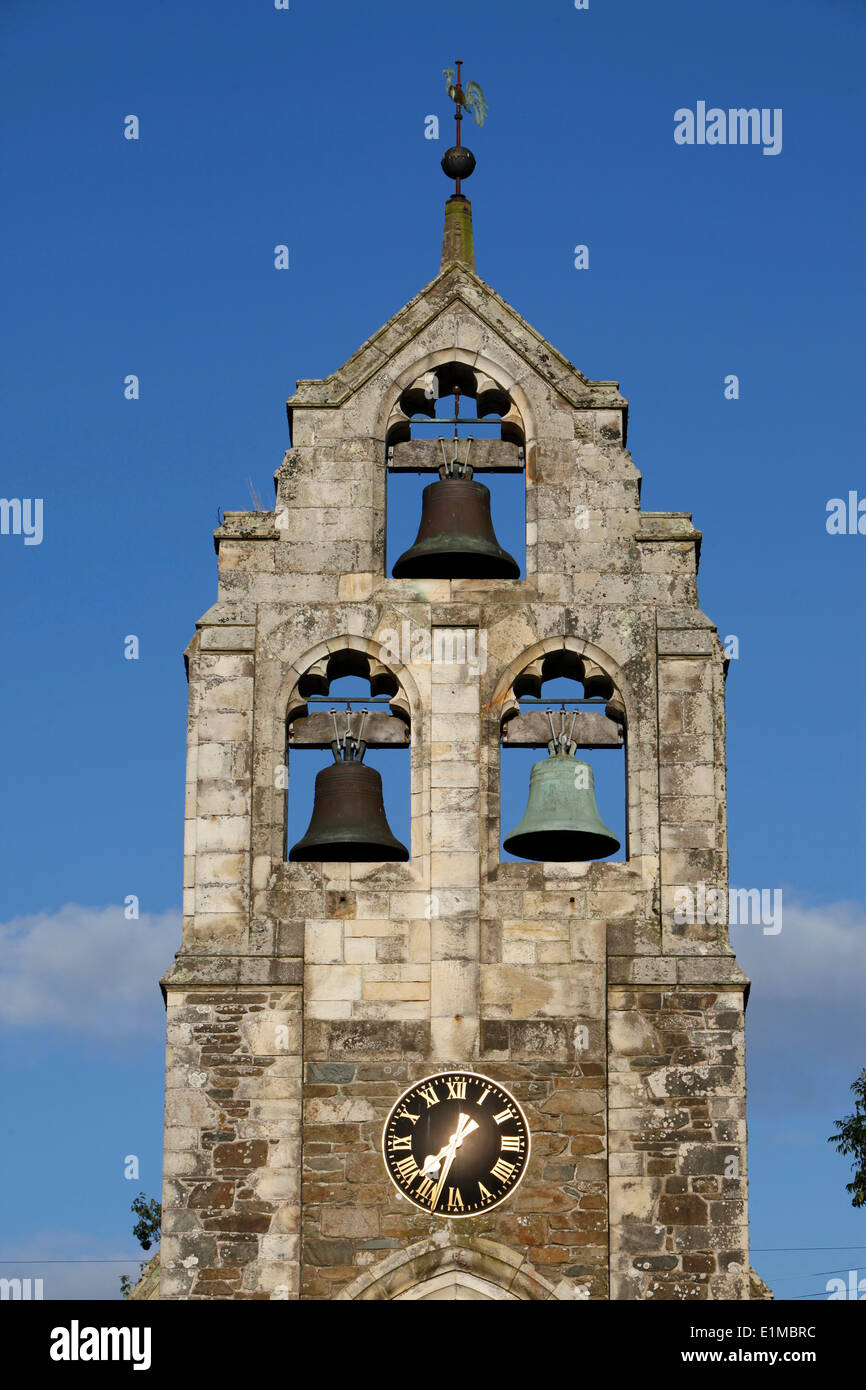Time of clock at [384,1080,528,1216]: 7:32
